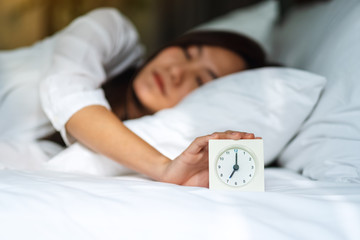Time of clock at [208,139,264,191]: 7:00
